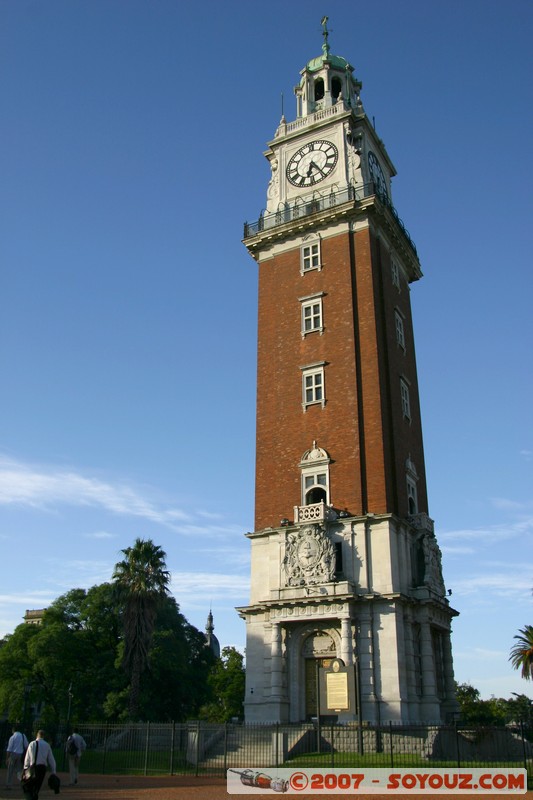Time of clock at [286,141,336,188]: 6:24
